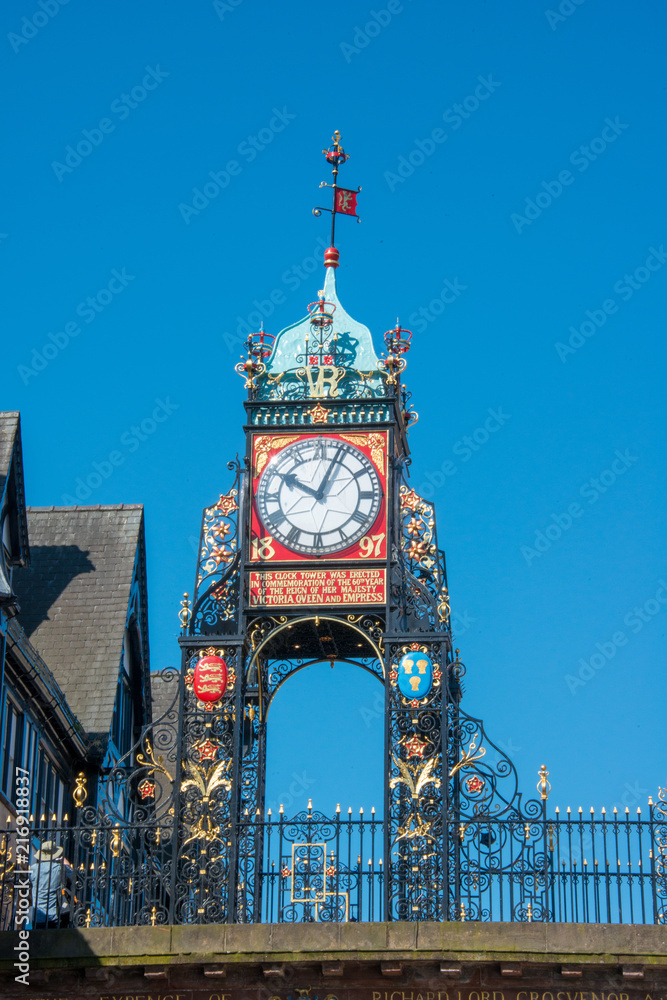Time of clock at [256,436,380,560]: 10:03
